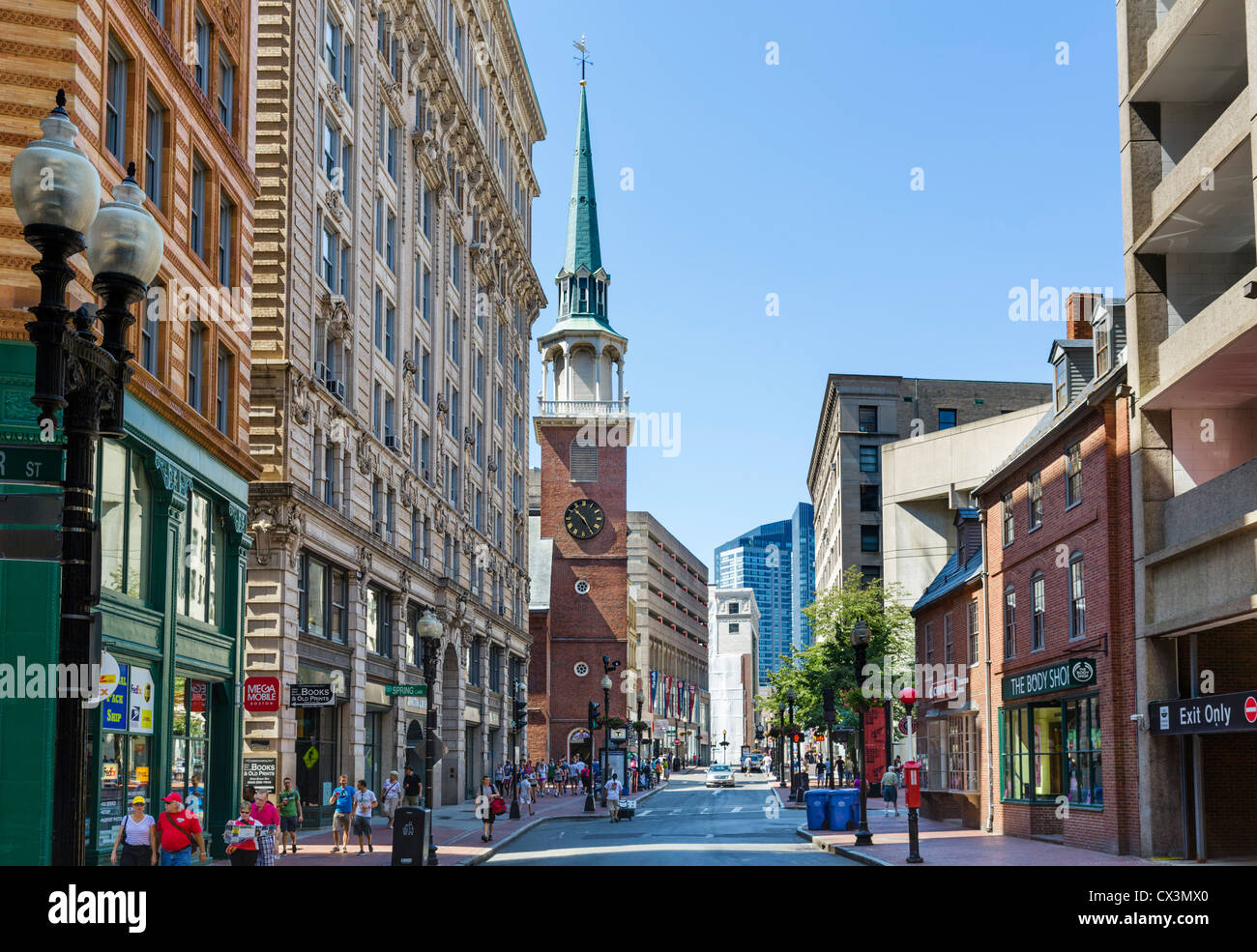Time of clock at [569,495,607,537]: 10:24
